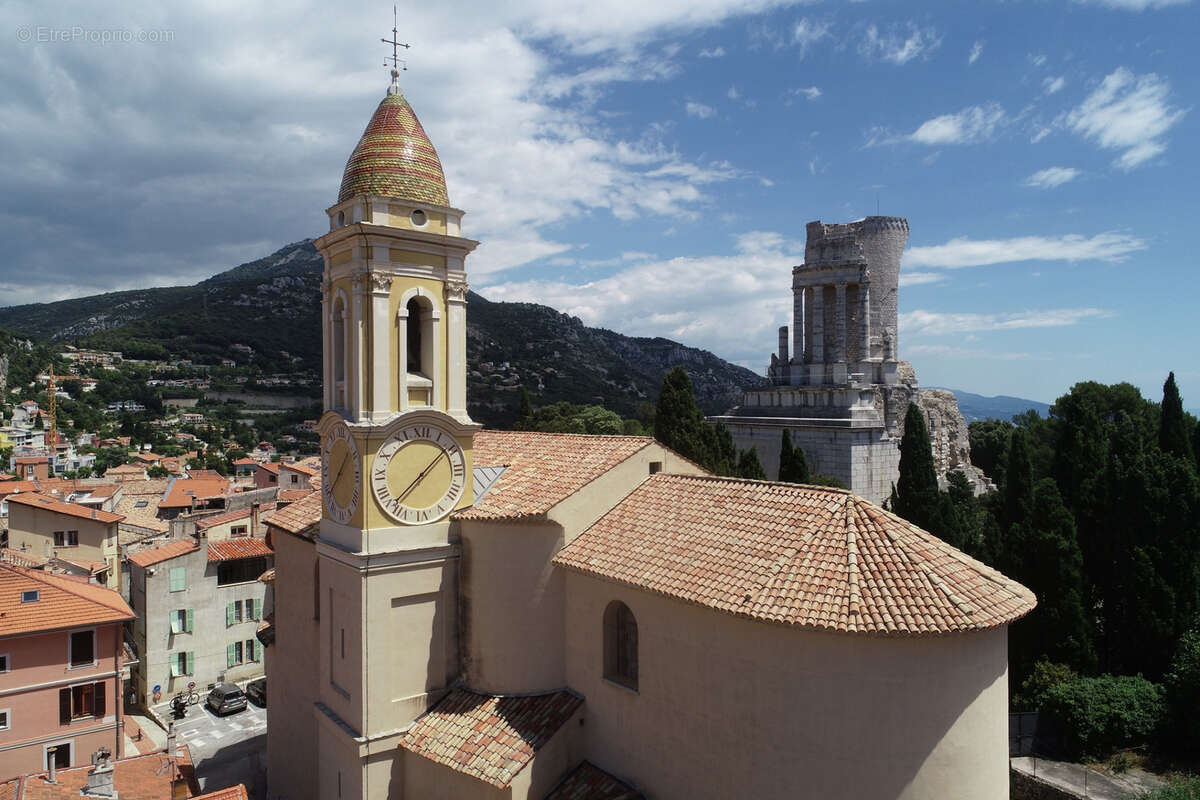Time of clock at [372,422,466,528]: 1:37
